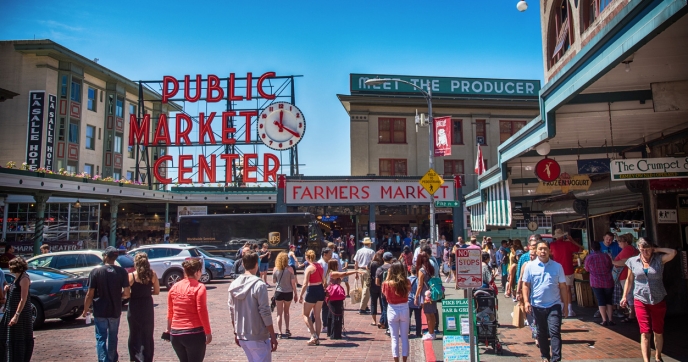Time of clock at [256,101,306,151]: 12:19
